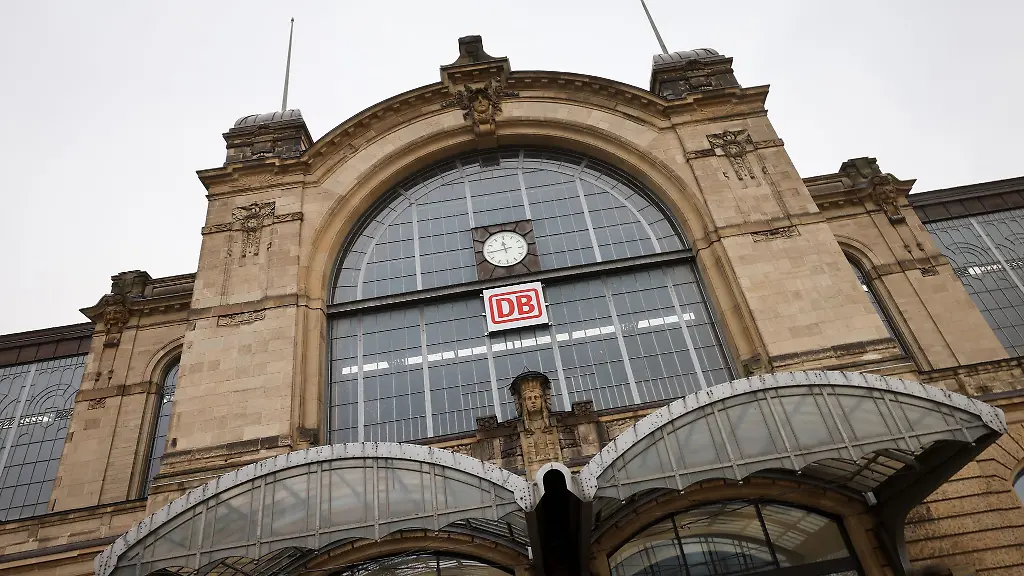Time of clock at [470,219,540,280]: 11:44
